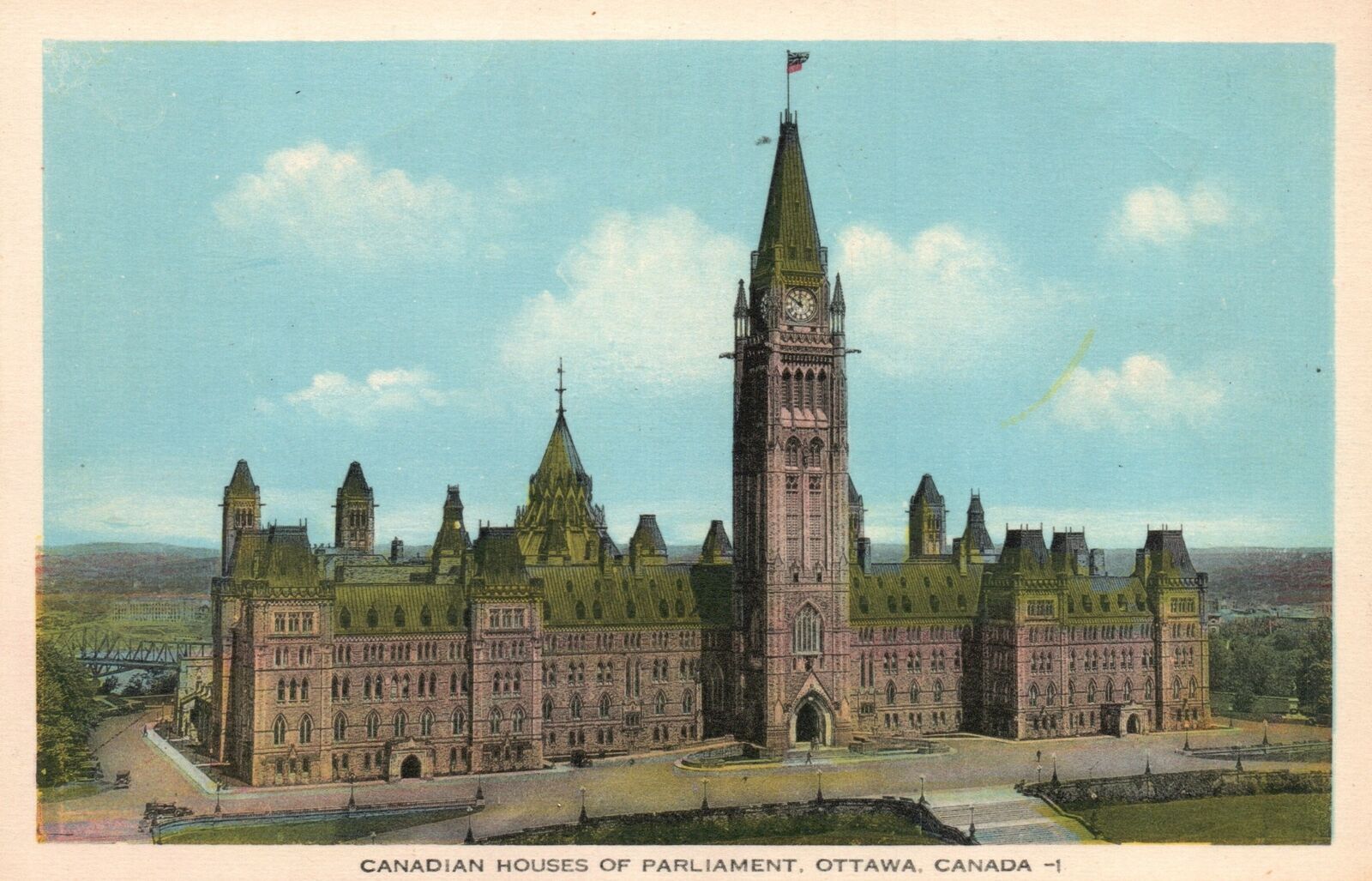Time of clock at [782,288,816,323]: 11:50
